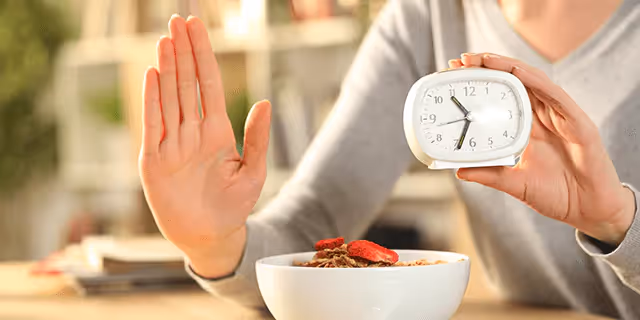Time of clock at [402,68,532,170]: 10:33
